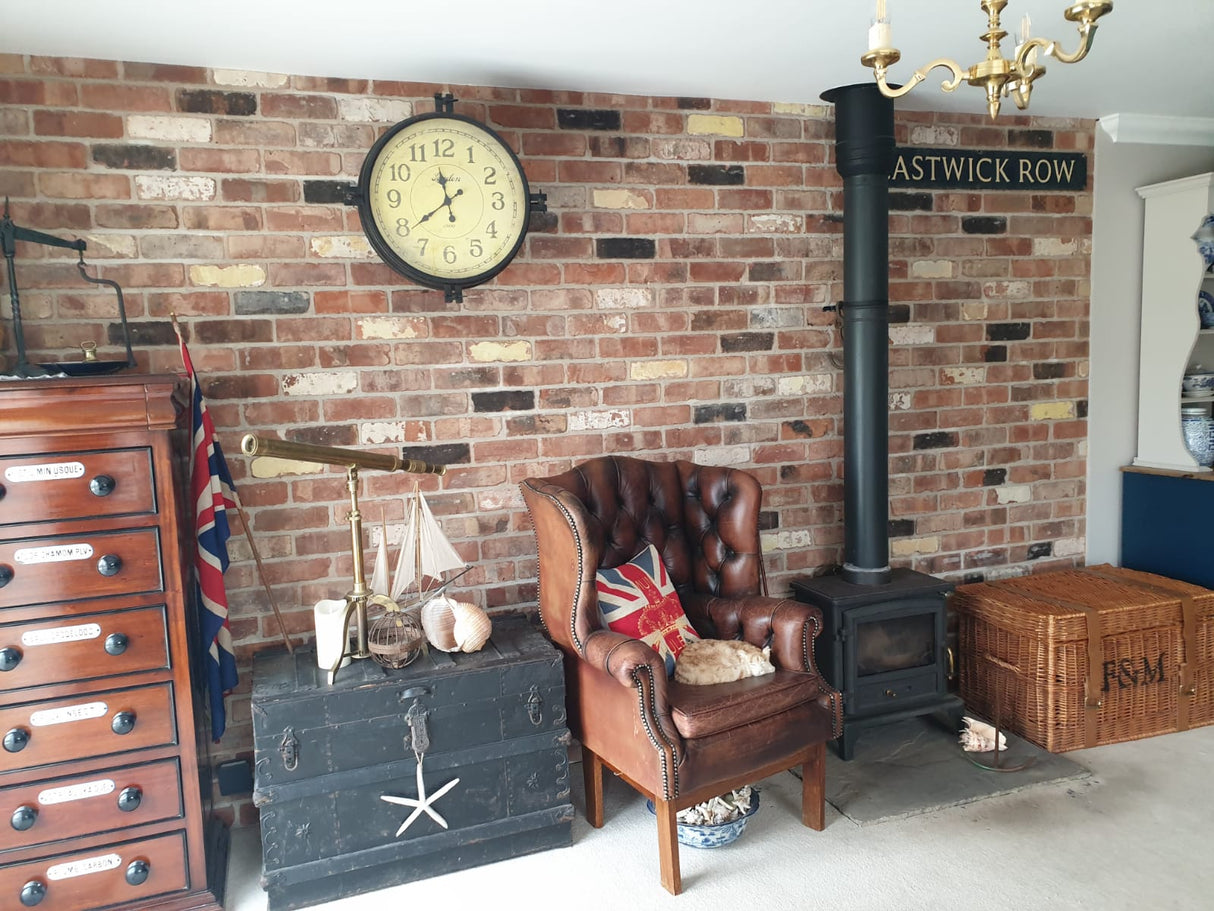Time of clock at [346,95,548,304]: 11:38
